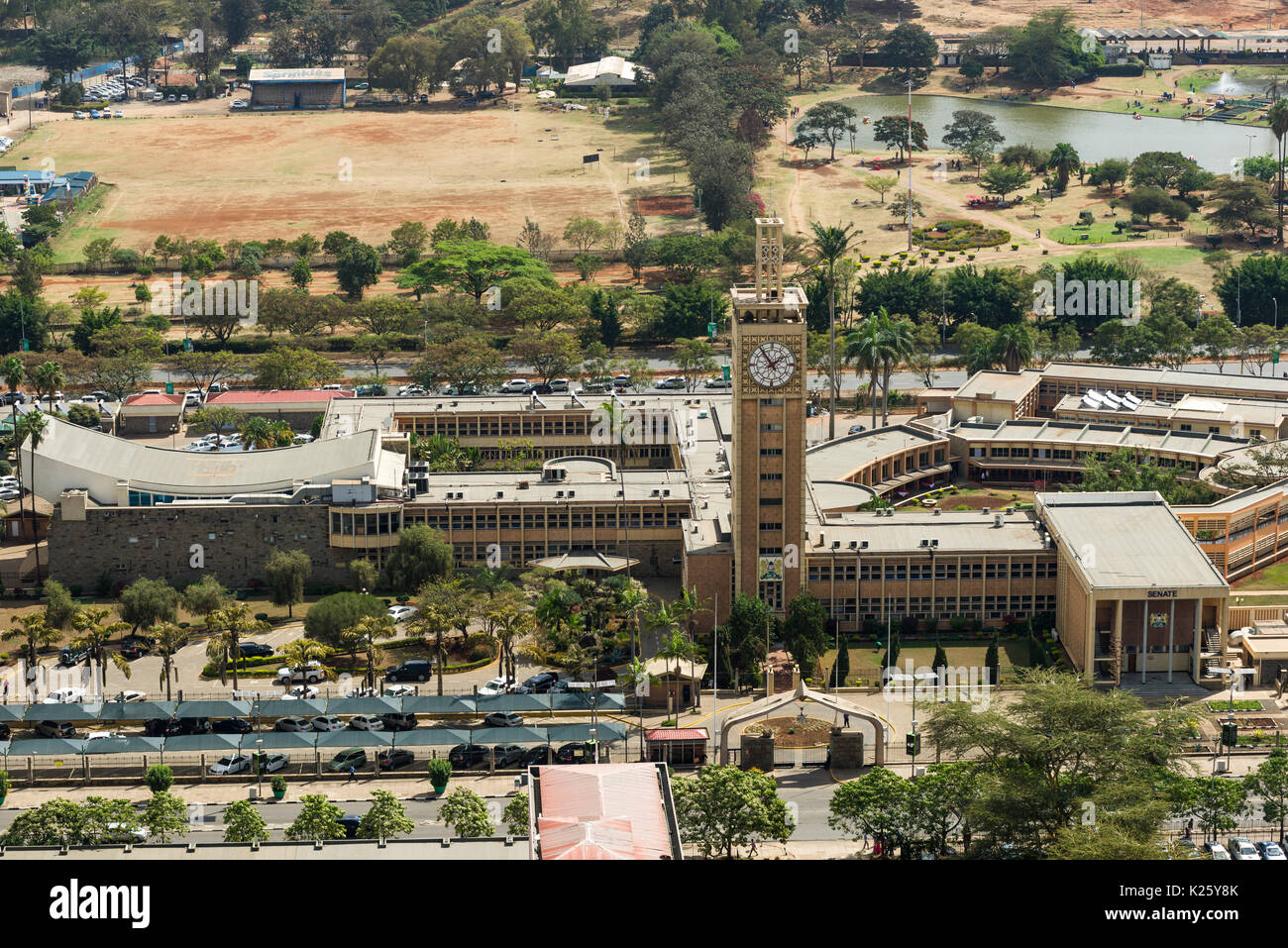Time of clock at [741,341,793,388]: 1:54
